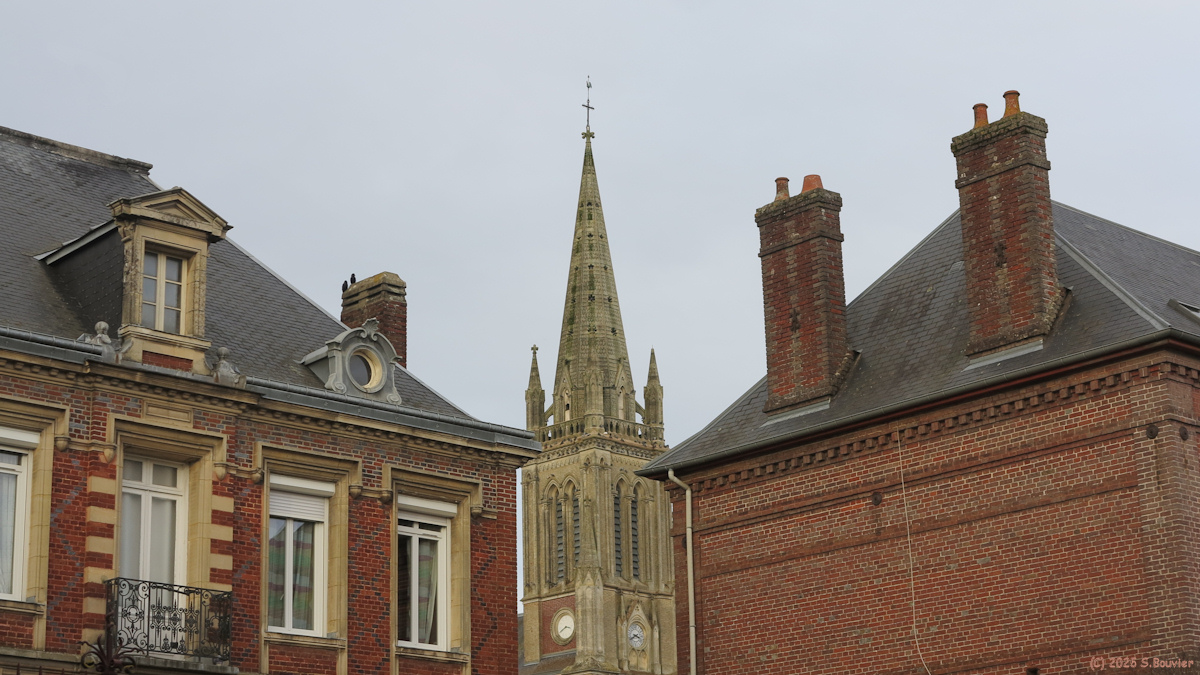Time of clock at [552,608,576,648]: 3:40
